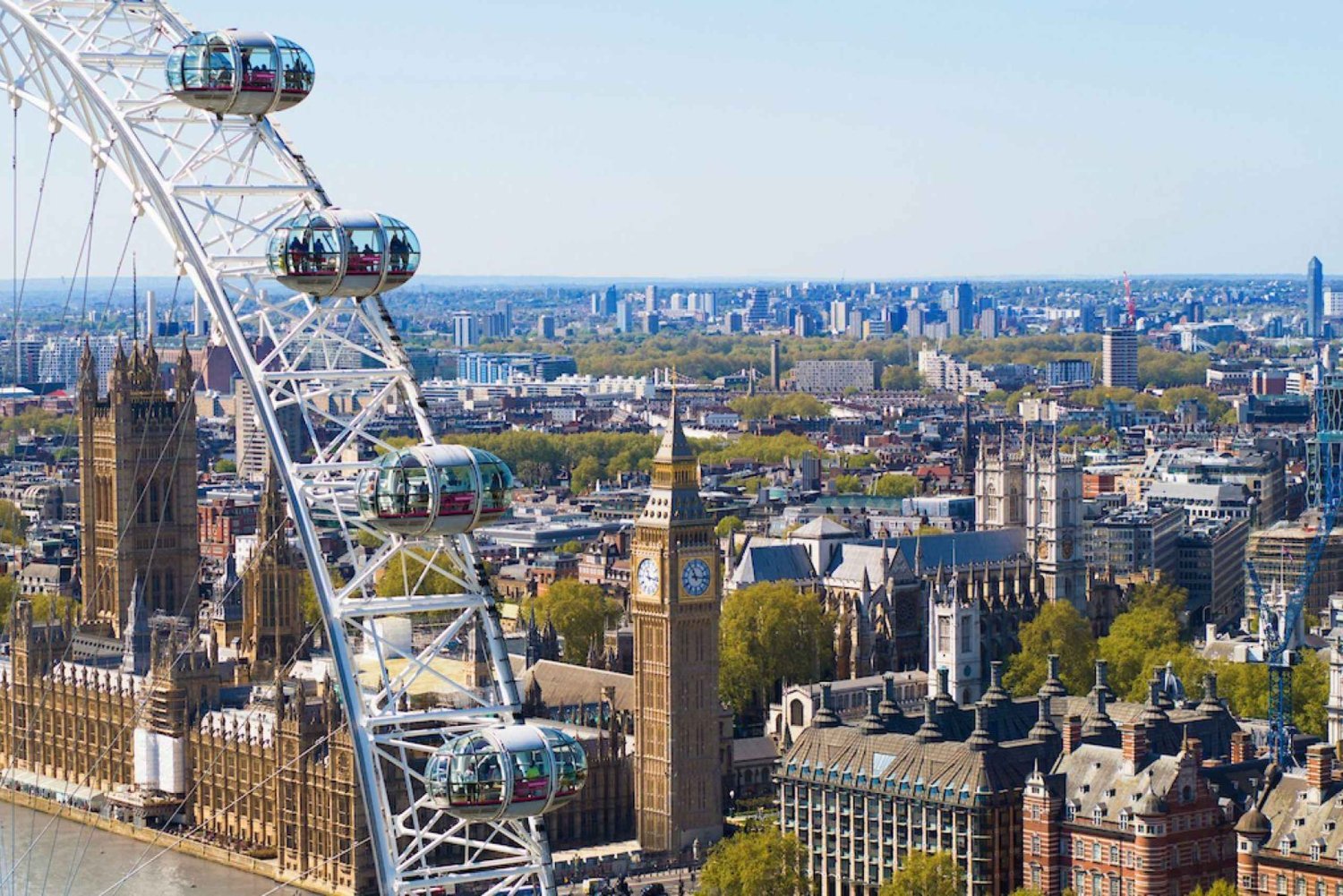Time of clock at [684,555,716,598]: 11:15
